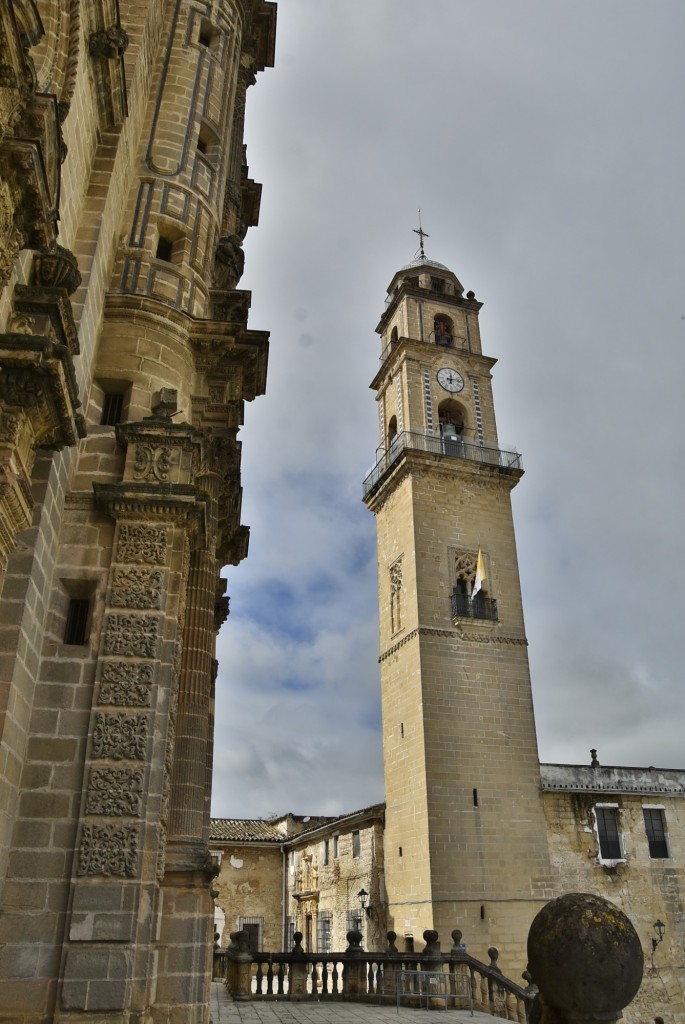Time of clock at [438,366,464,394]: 12:13
